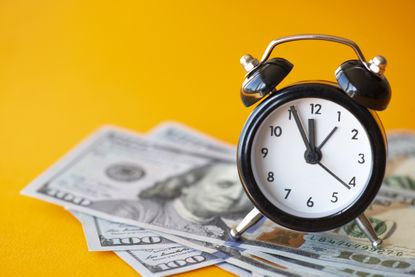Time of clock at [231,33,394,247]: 11:55
